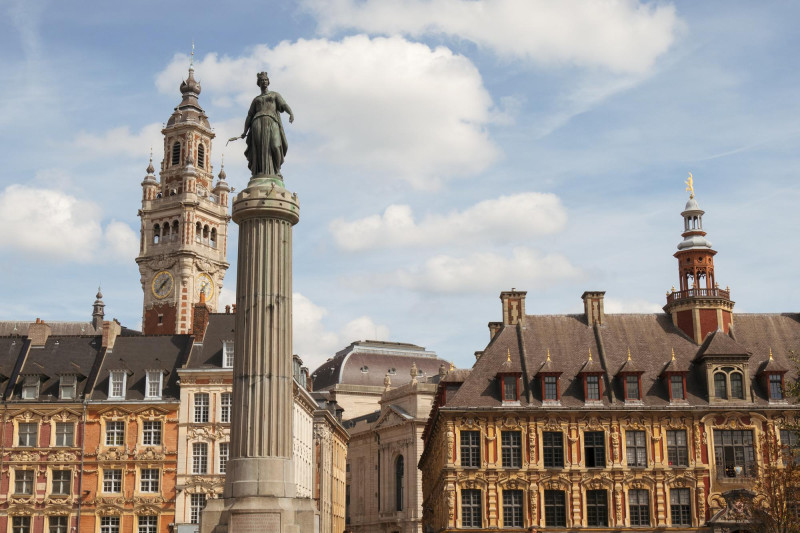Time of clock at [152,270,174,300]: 1:37
